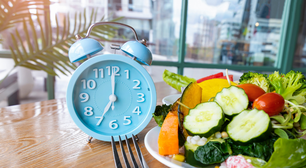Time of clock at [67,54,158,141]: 7:00
